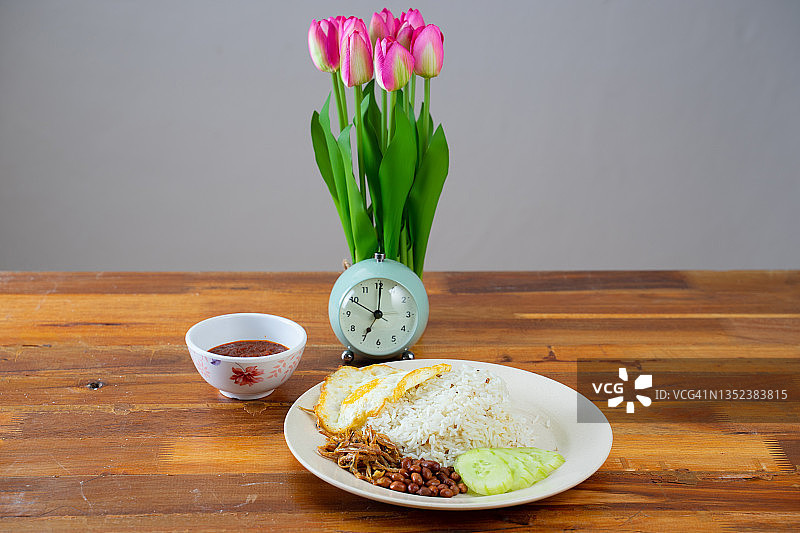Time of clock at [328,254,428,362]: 7:00
